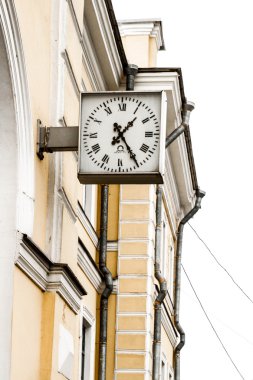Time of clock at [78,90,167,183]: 1:24
